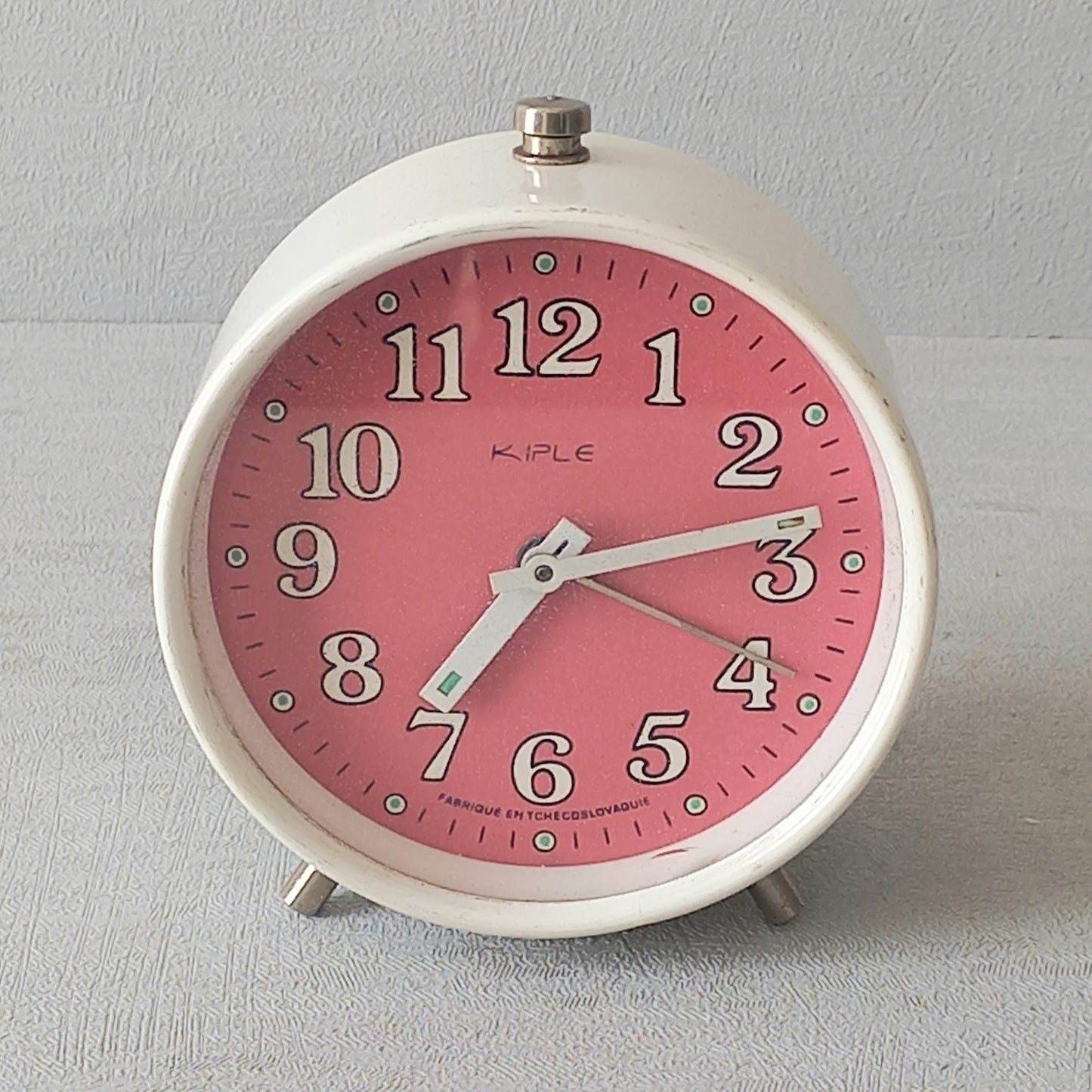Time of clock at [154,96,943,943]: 7:13
